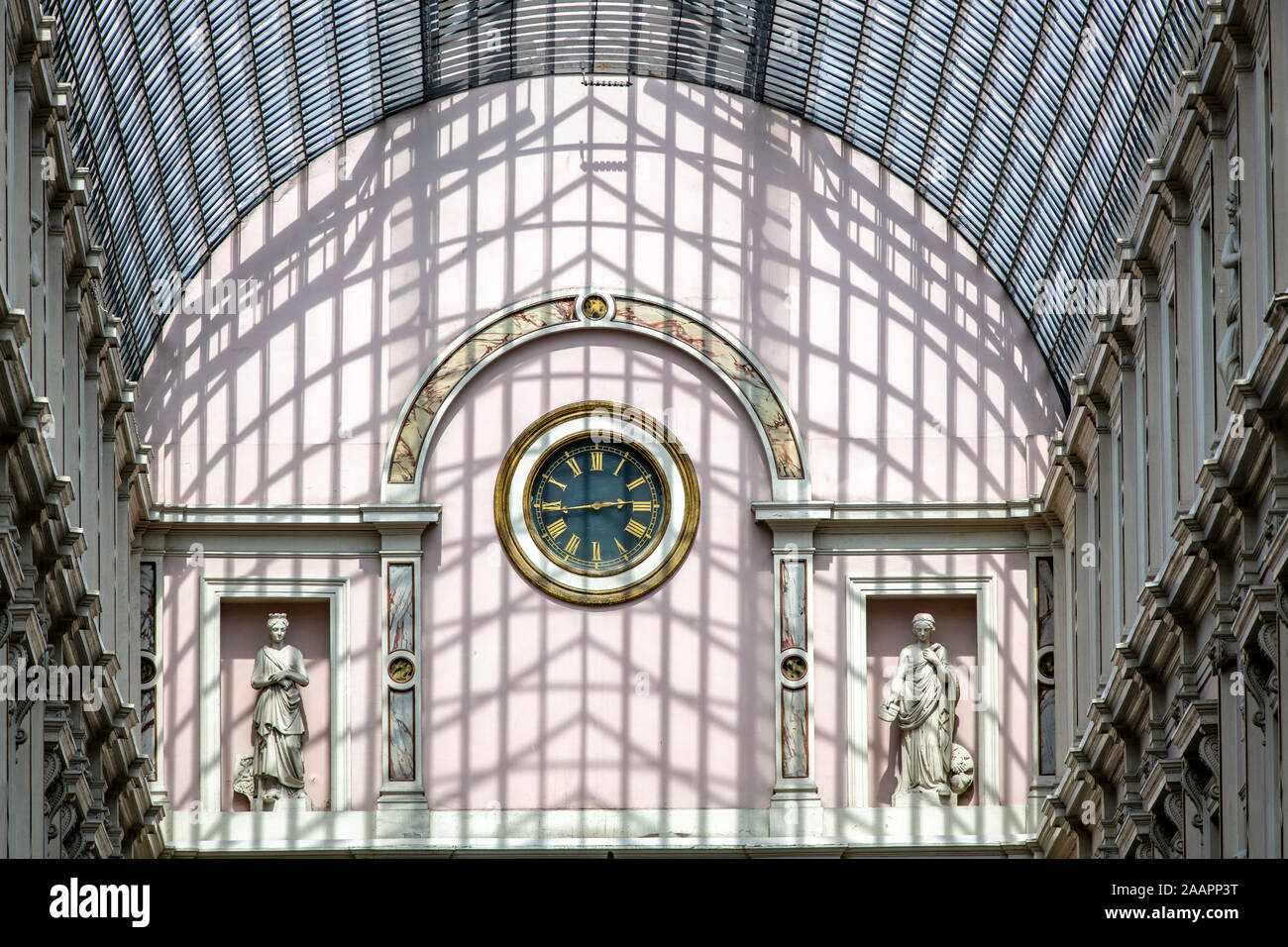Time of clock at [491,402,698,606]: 2:43
